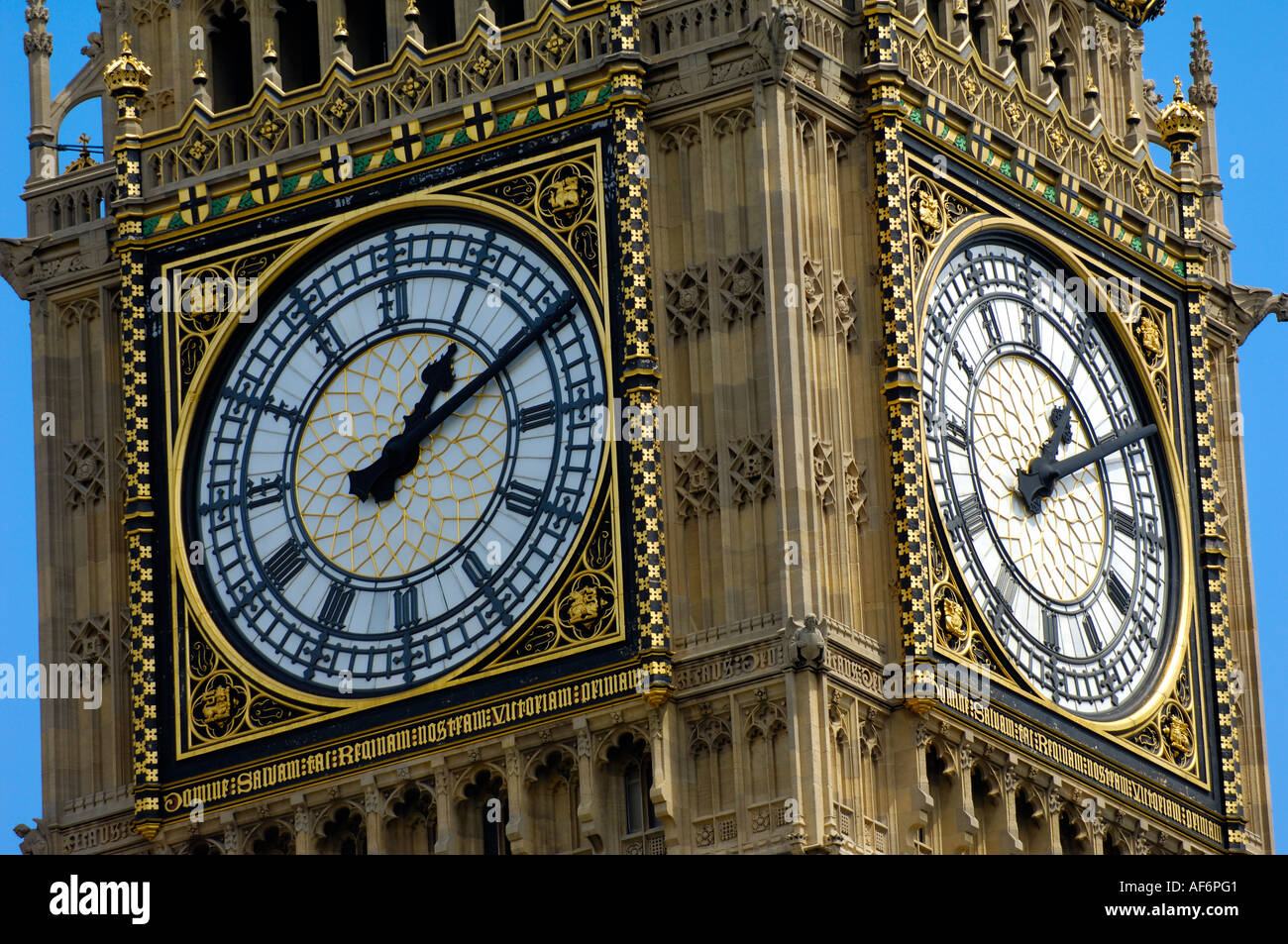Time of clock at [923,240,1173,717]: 1:09
